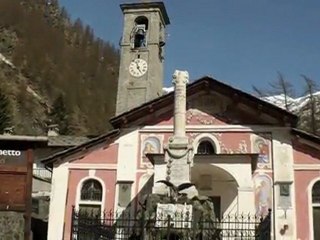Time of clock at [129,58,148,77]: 4:57
